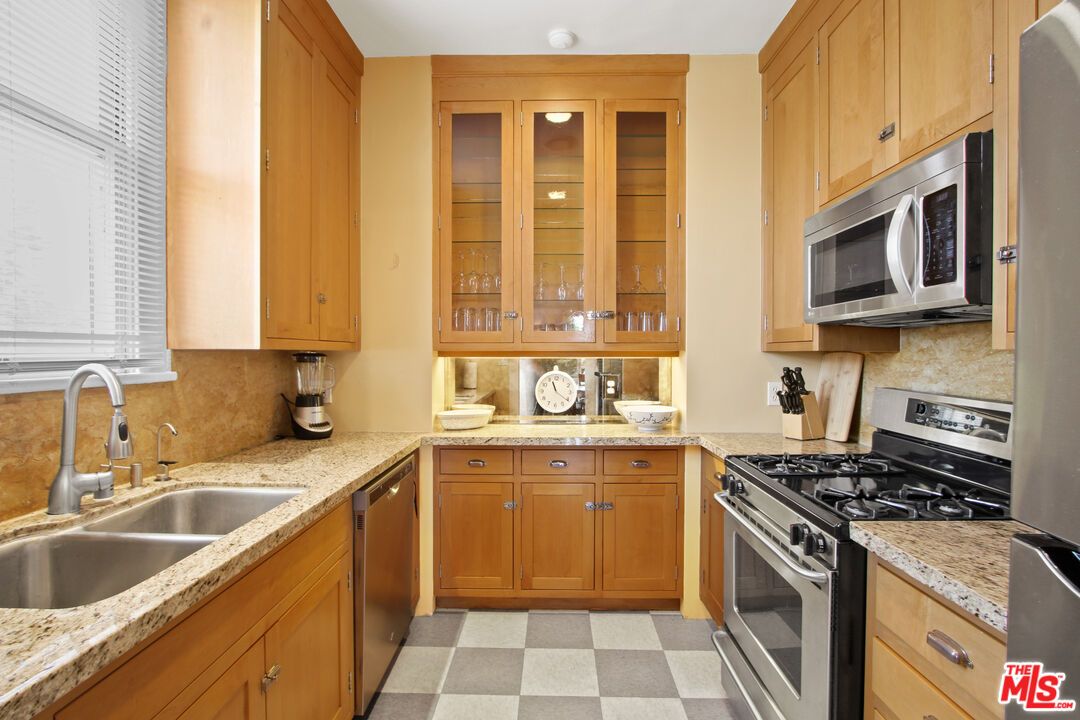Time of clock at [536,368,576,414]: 11:21
